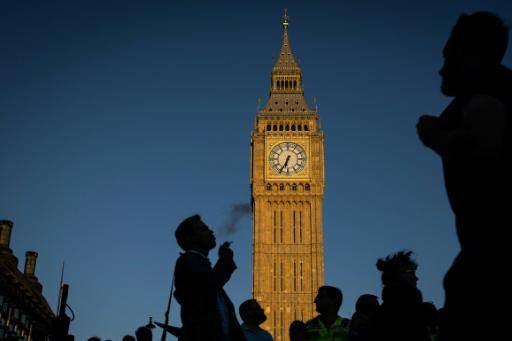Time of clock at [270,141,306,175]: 6:34
